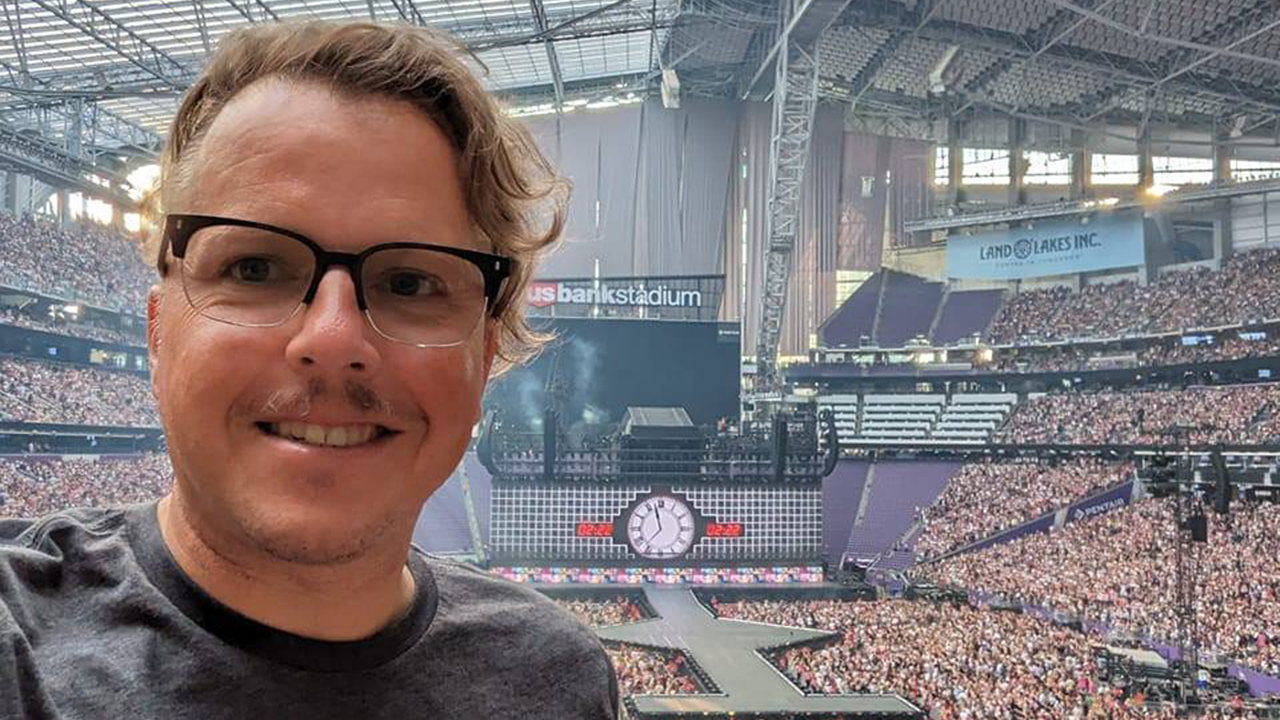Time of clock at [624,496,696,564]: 11:36
